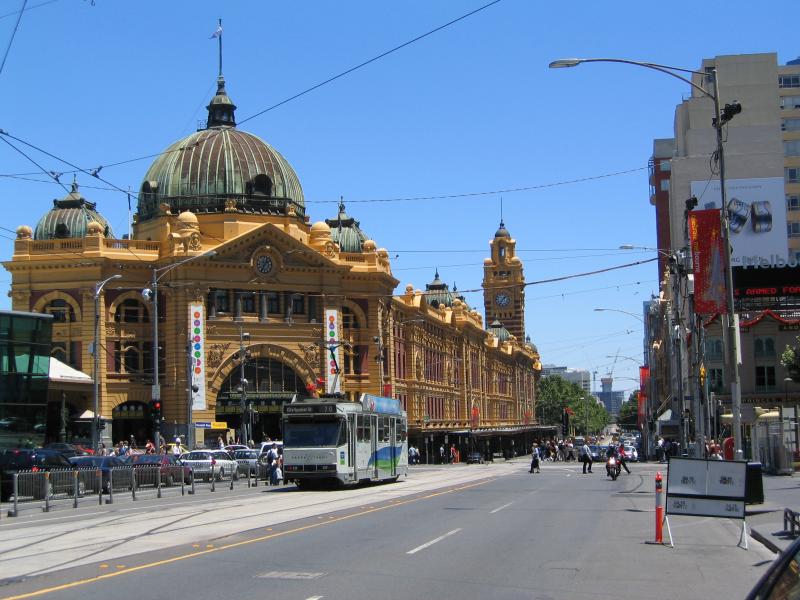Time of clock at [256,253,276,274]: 1:34
